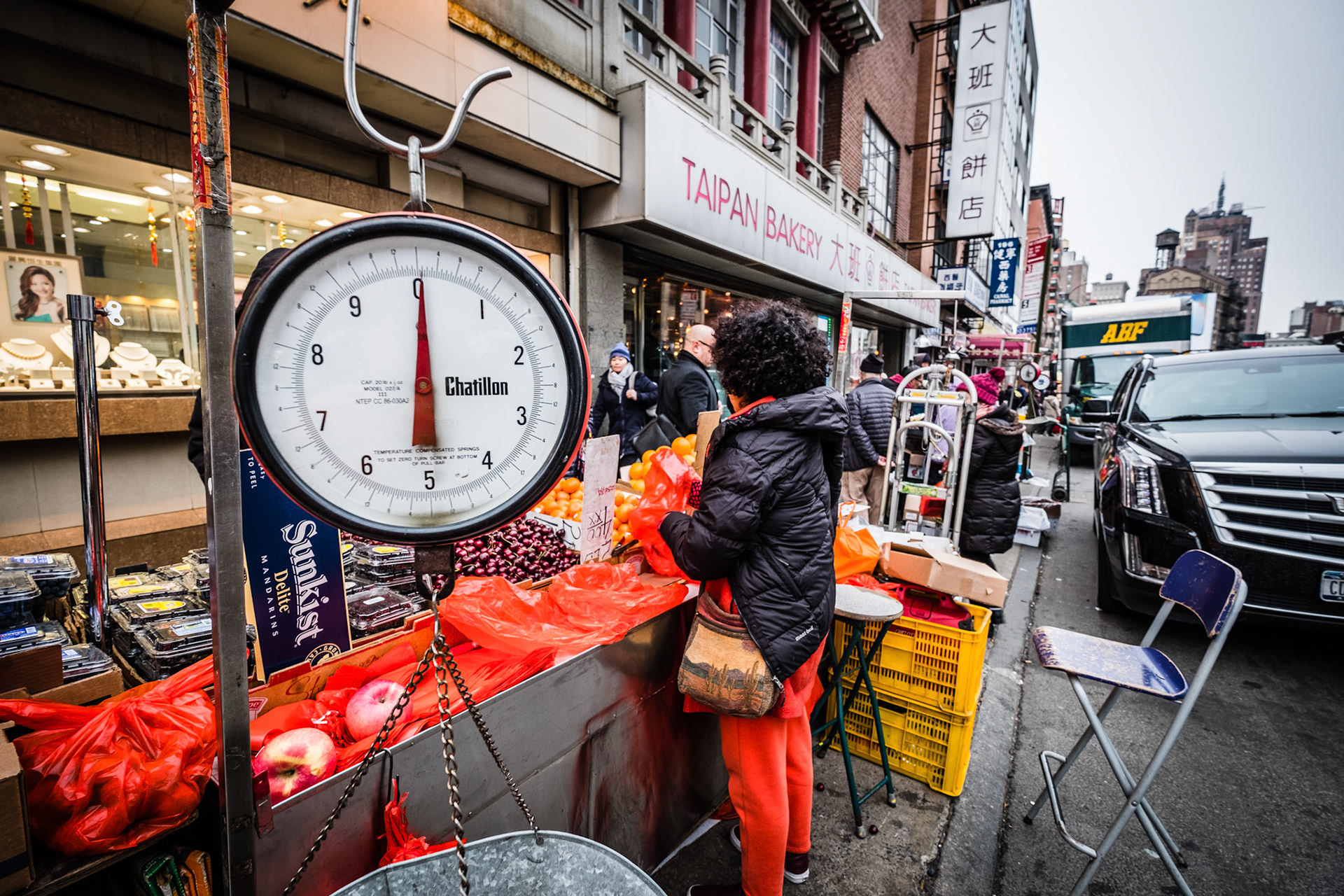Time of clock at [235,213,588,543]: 11:59
